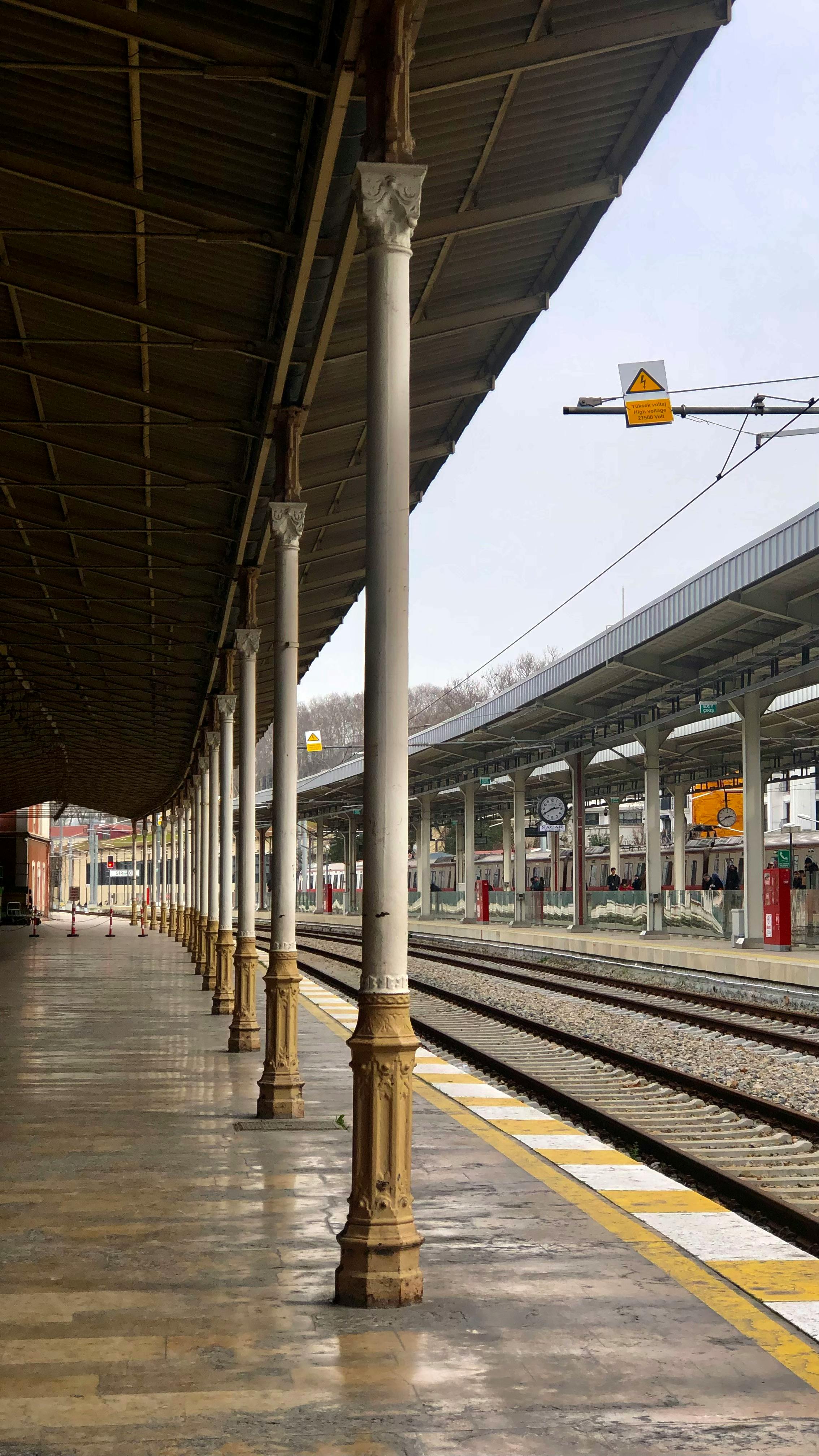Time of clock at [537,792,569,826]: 2:40
